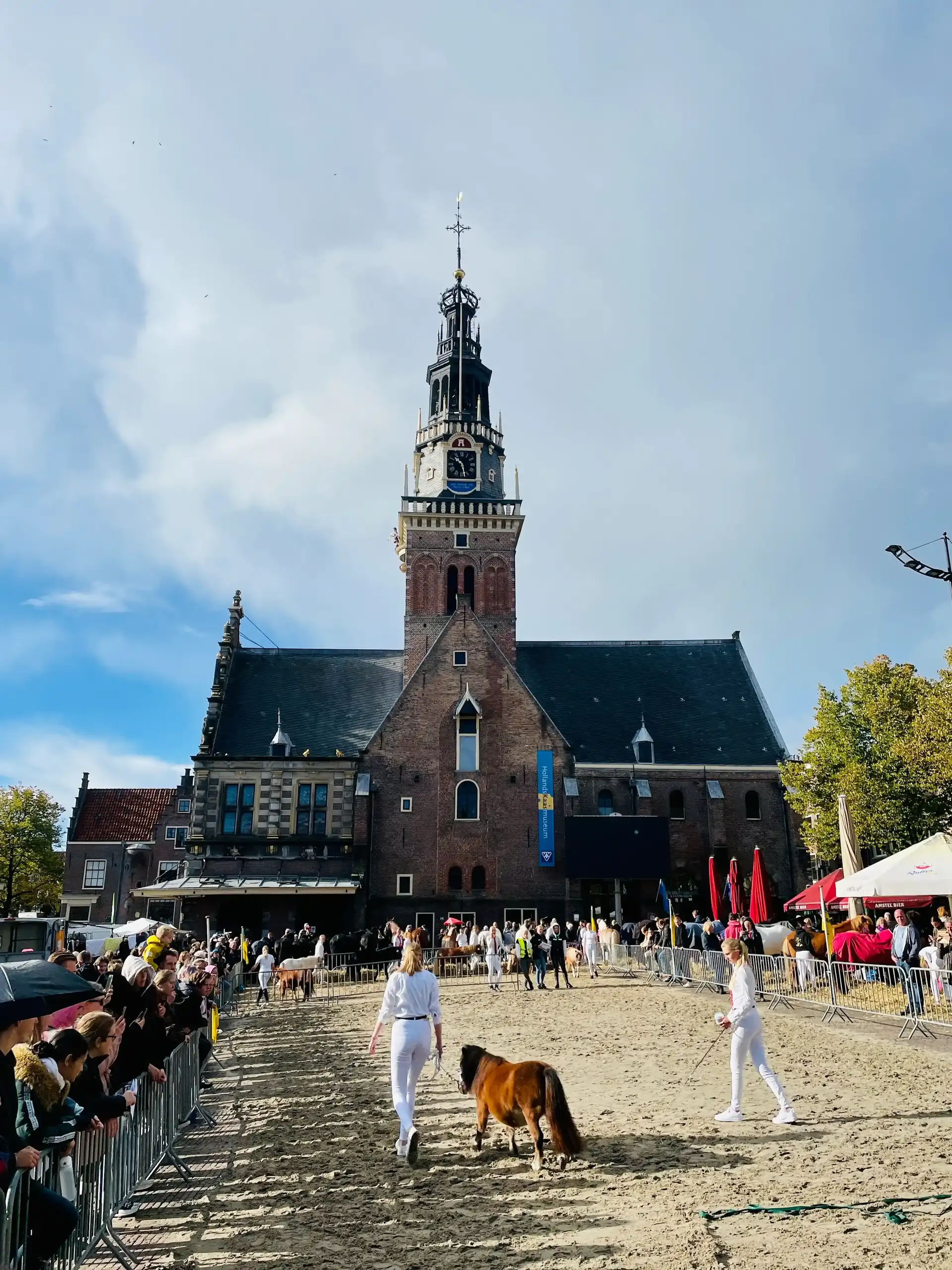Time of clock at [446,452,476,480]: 10:28
